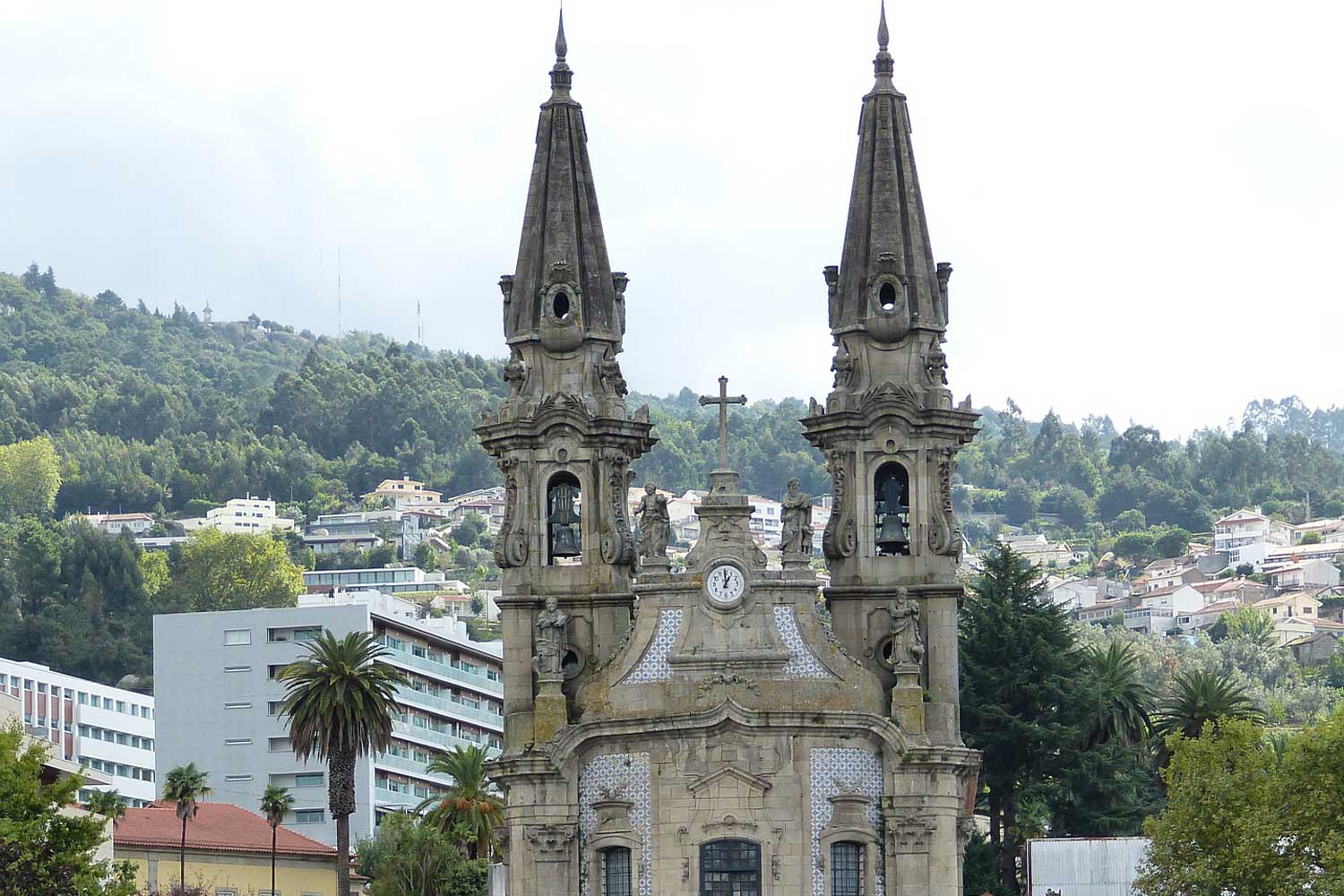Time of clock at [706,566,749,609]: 12:59
